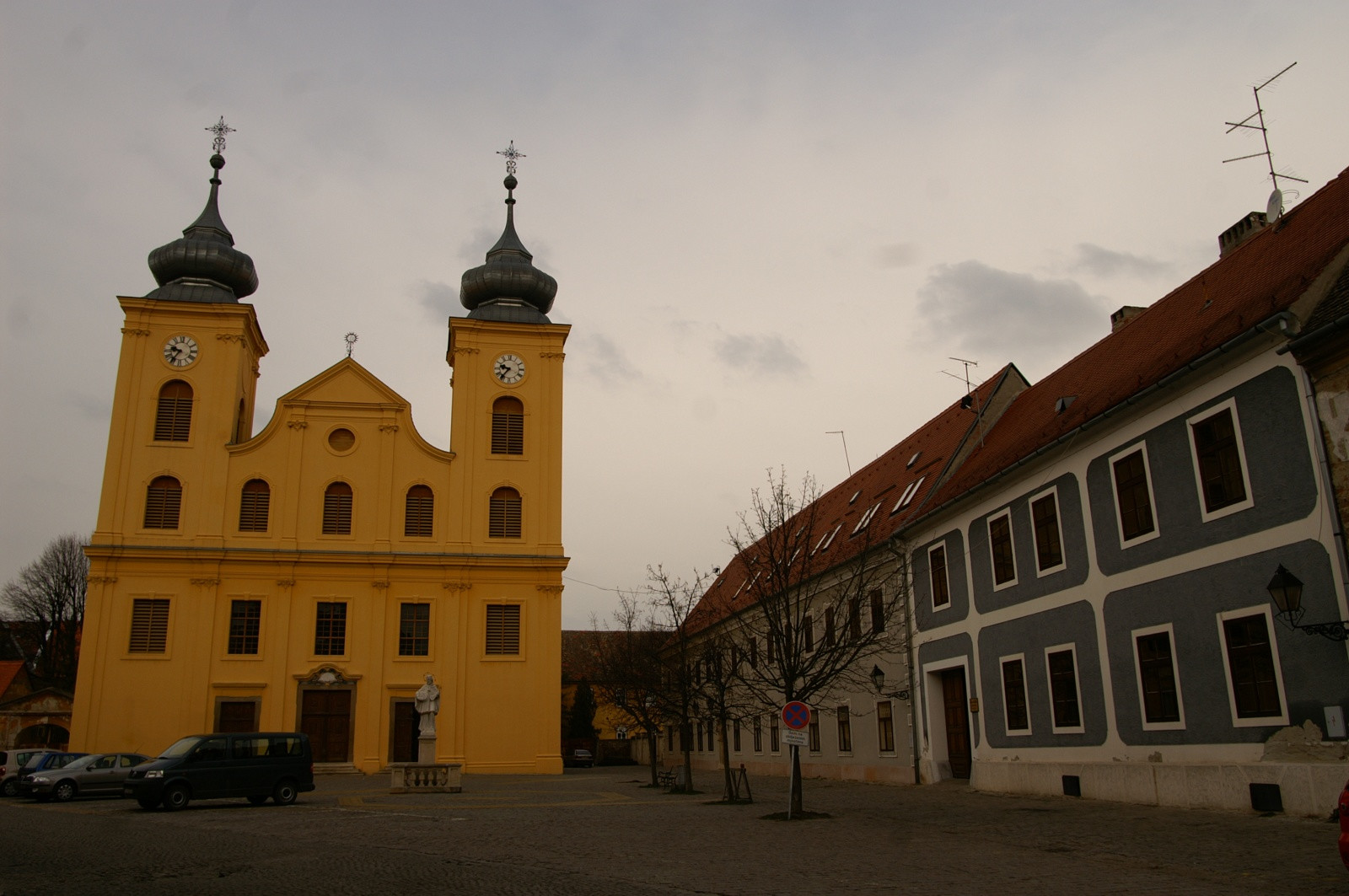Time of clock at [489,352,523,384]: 9:36
